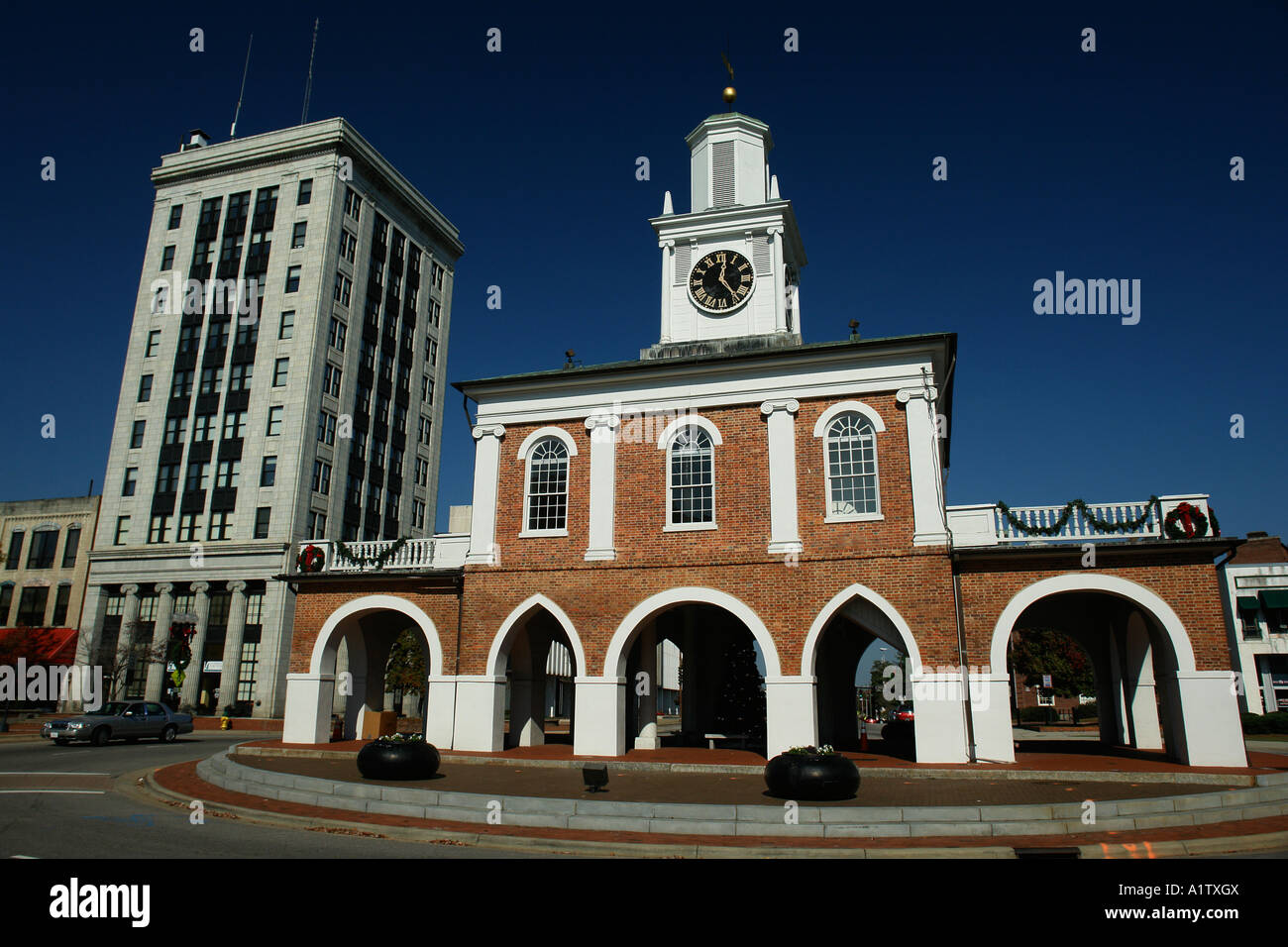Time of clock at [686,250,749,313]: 12:23
